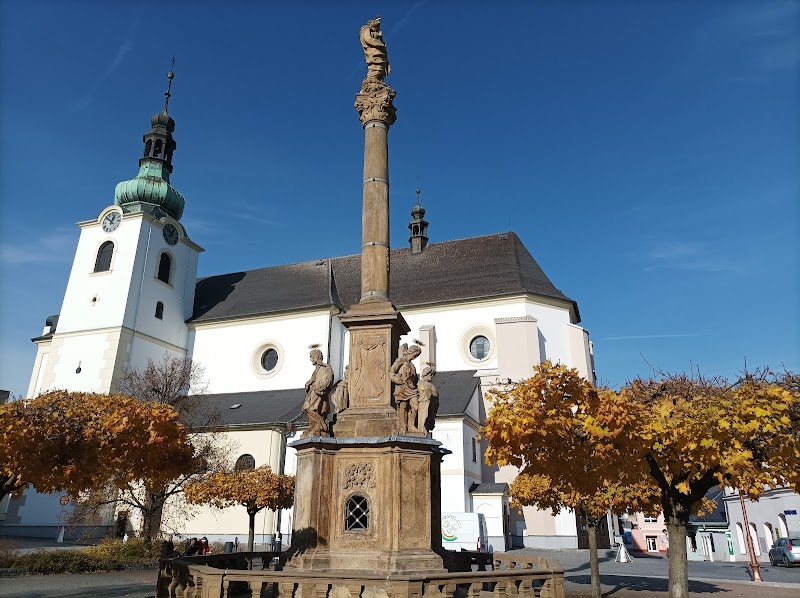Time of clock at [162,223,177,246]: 11:07
